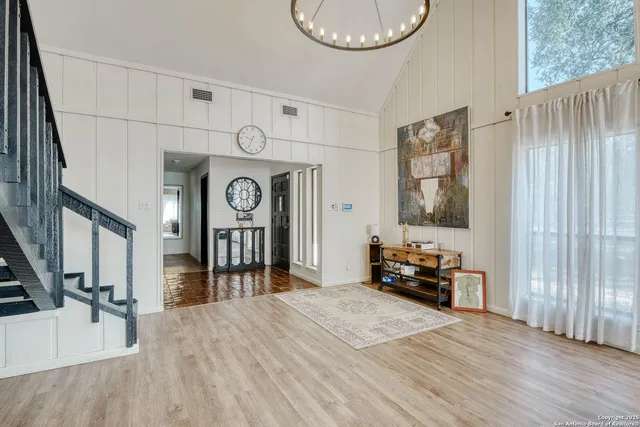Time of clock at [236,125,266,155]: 9:33
